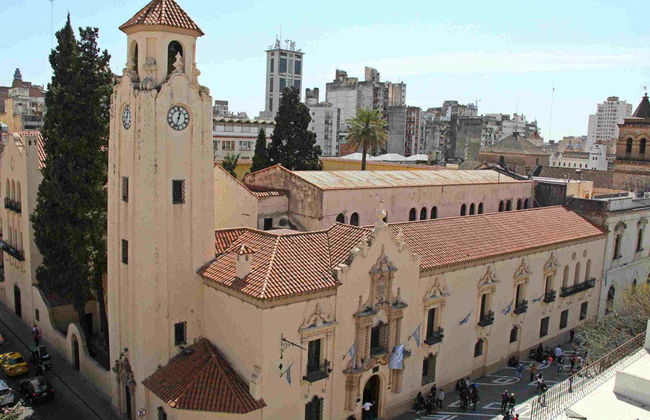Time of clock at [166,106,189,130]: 12:32
